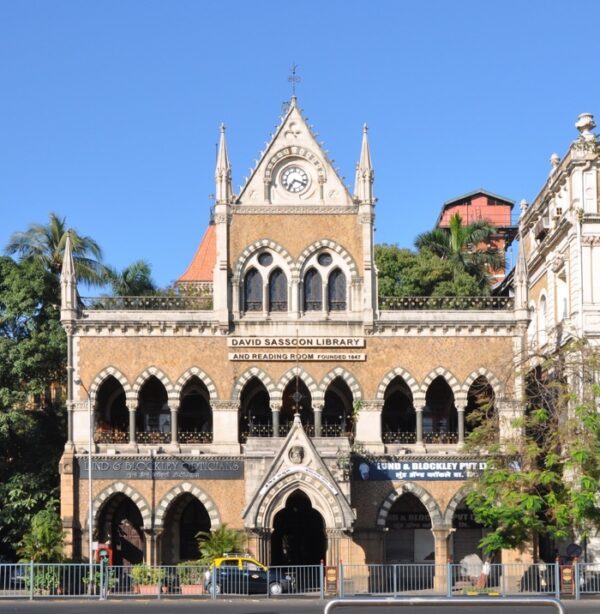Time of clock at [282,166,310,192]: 7:18
